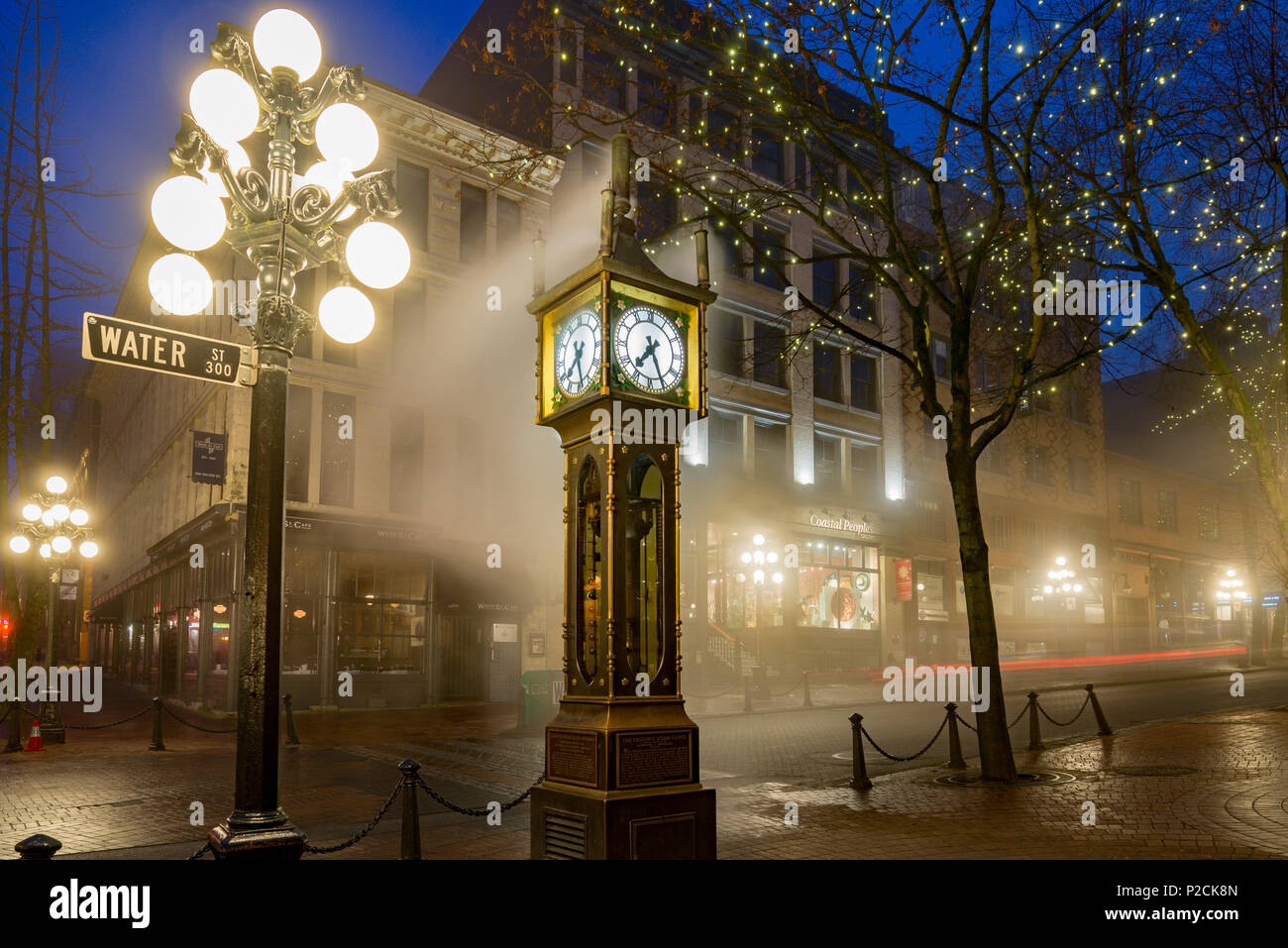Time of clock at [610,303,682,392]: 7:25
